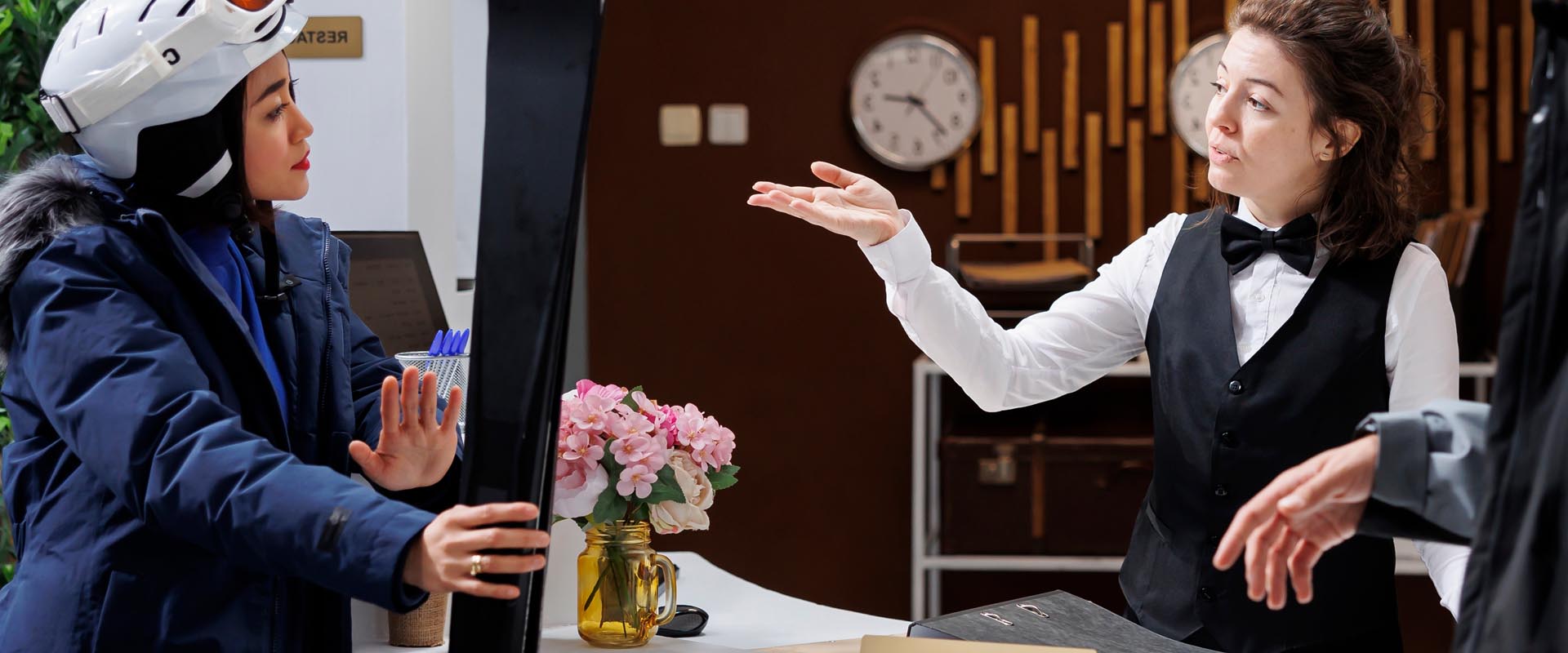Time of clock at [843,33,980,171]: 9:23
